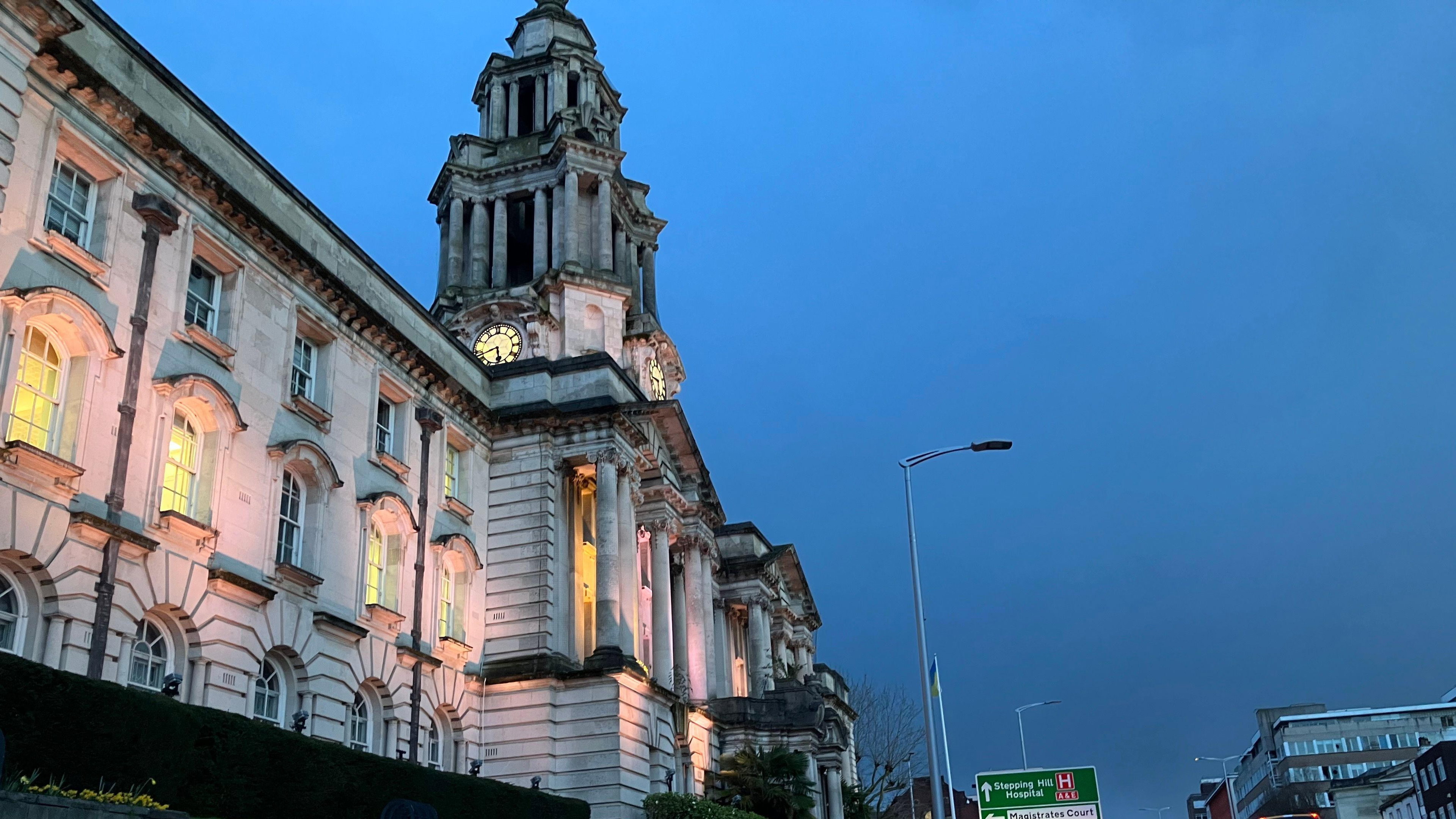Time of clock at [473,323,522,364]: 5:42
